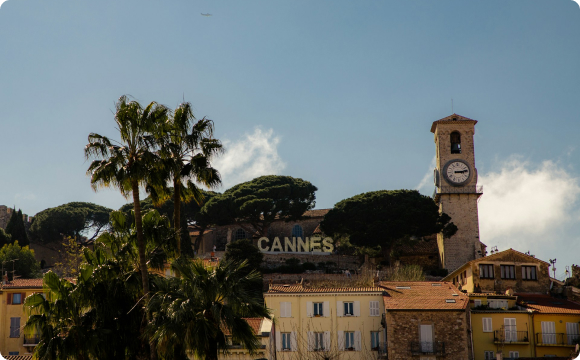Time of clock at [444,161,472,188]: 3:13
